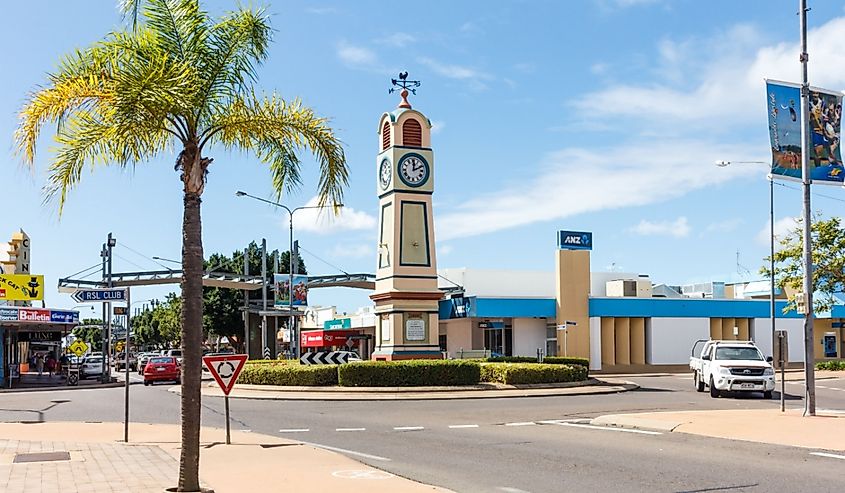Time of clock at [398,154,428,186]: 12:11
